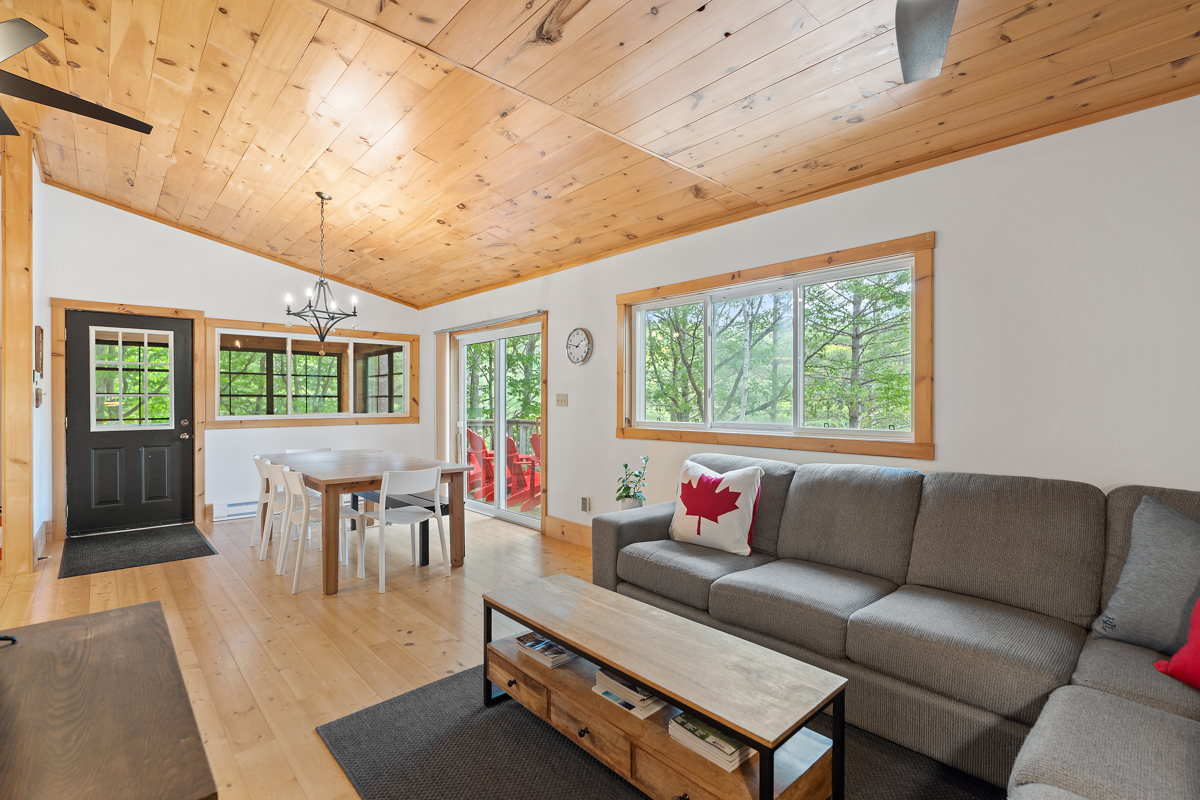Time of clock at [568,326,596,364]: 1:47
